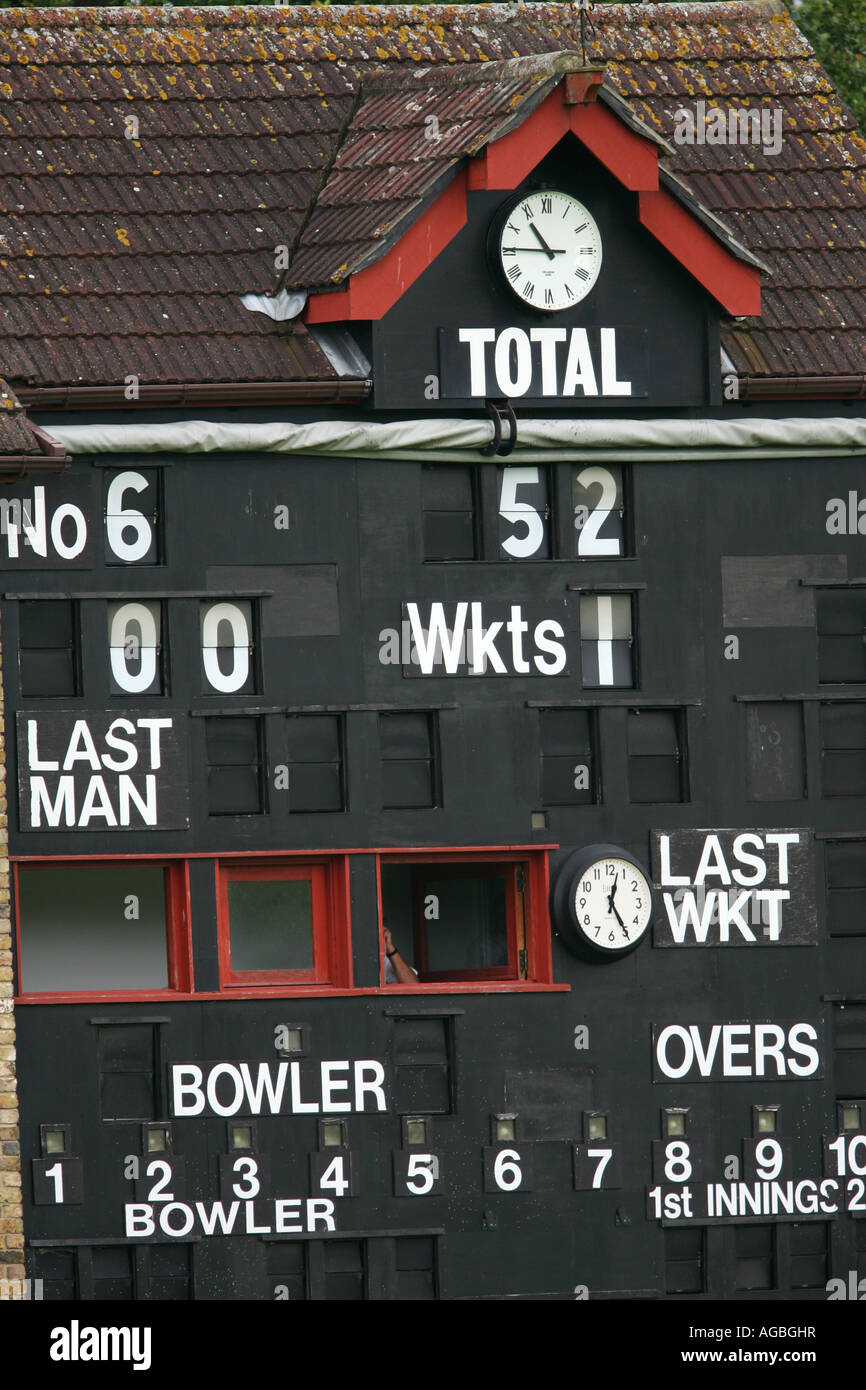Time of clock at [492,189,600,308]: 10:45
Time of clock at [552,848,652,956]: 12:24
